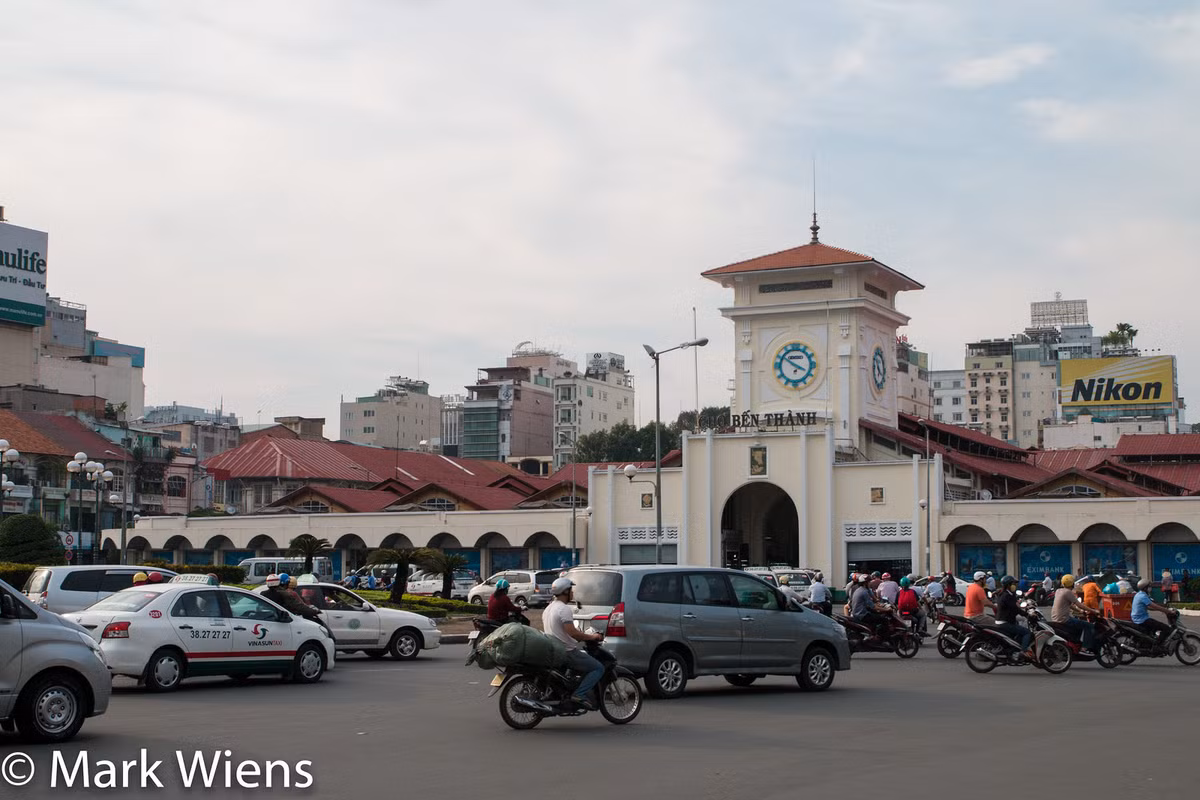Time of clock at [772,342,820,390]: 3:50
